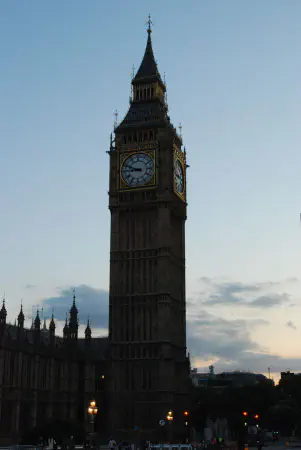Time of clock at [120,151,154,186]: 8:48
